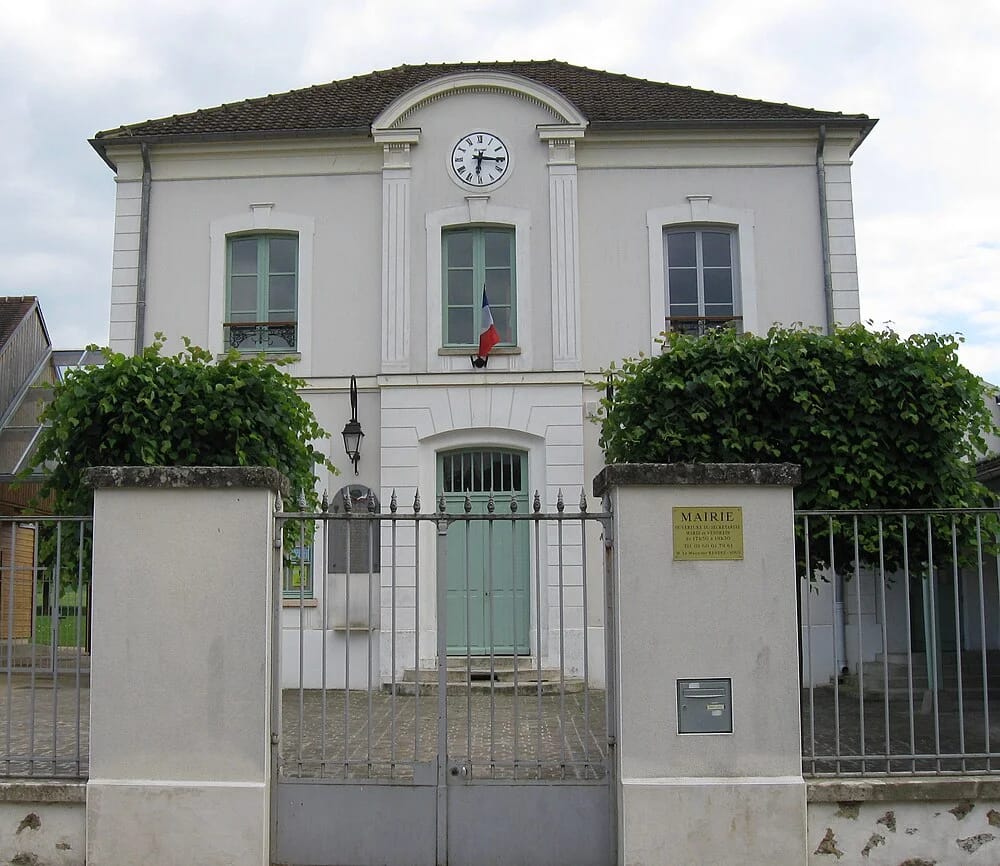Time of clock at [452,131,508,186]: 6:15
